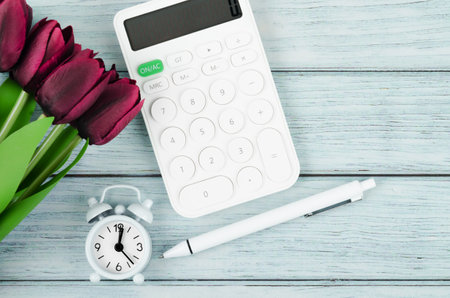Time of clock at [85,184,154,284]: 12:22
